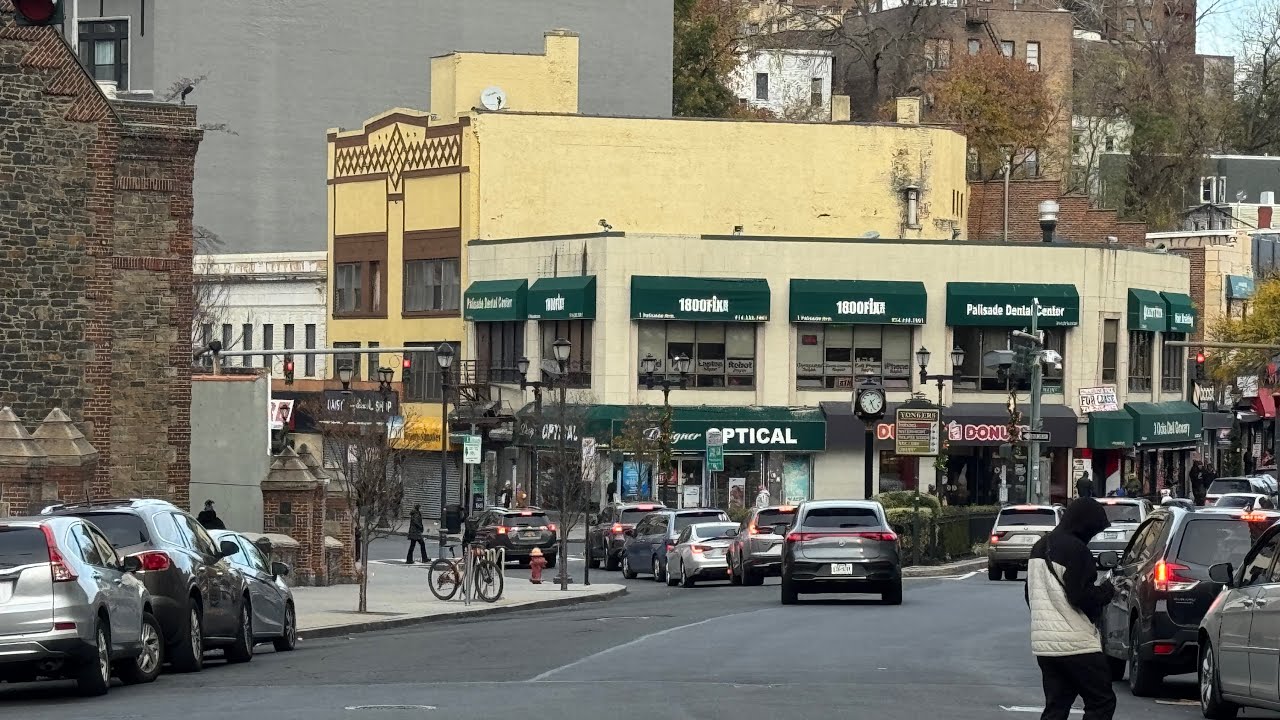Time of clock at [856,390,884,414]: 1:26
